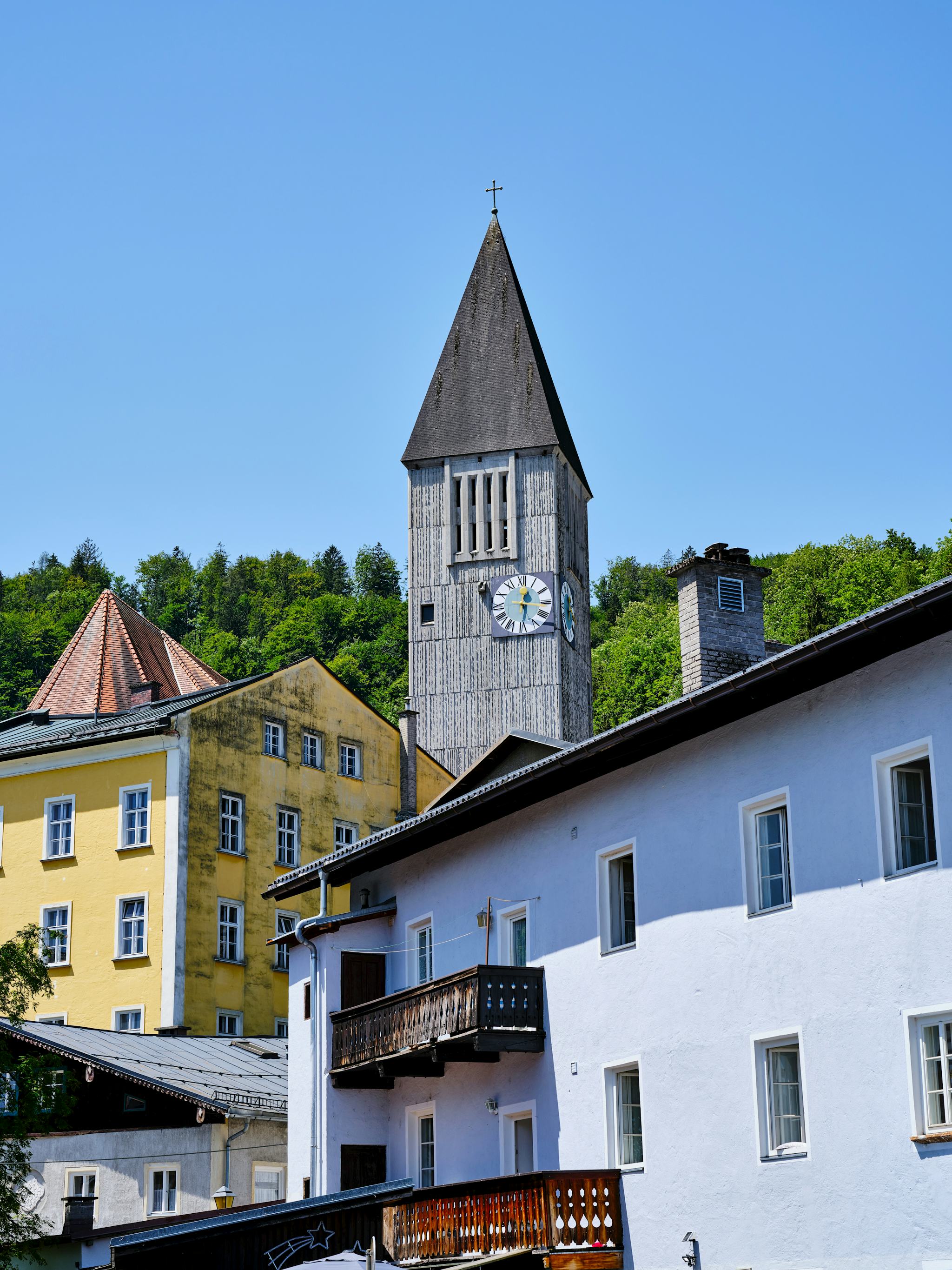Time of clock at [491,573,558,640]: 12:16
